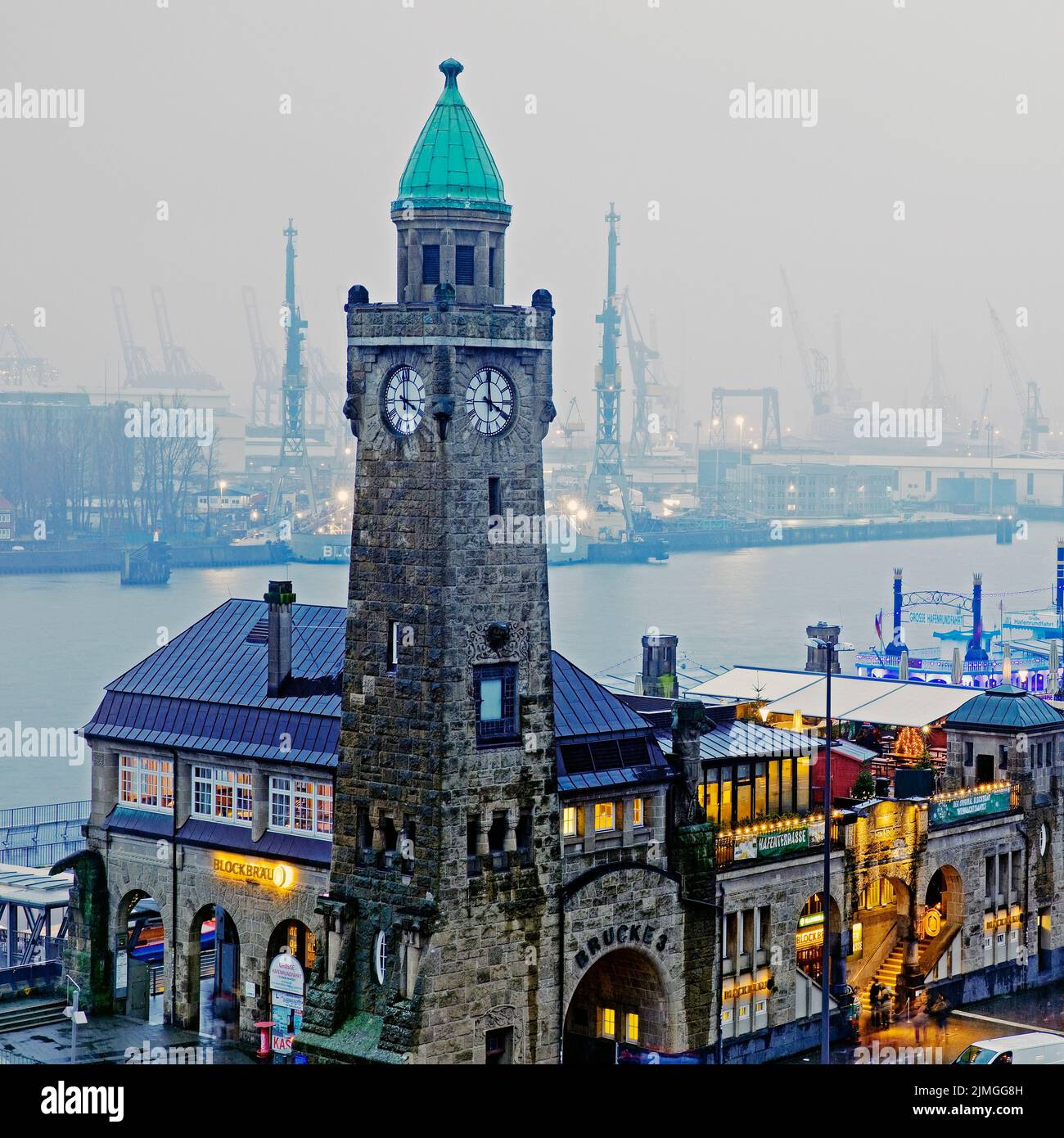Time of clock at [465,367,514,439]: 3:59
